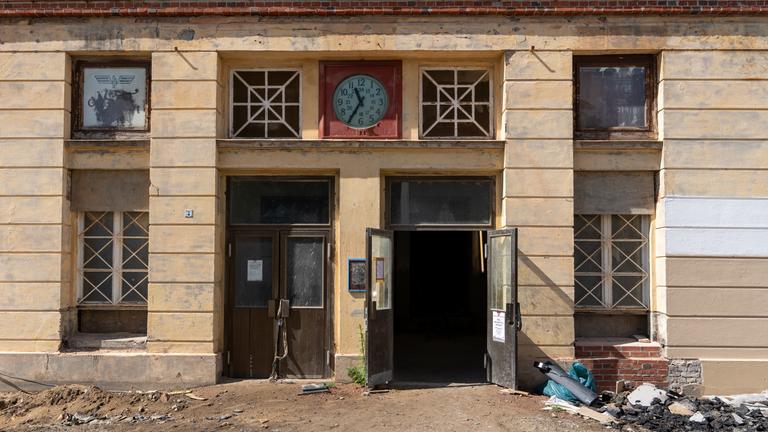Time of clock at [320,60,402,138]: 11:35
